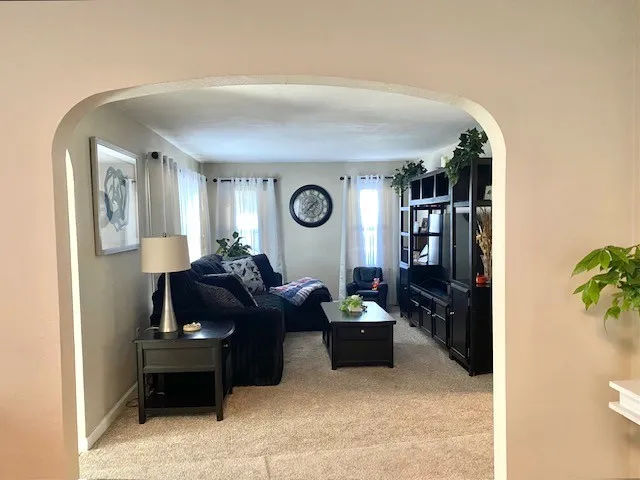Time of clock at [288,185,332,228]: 1:37
